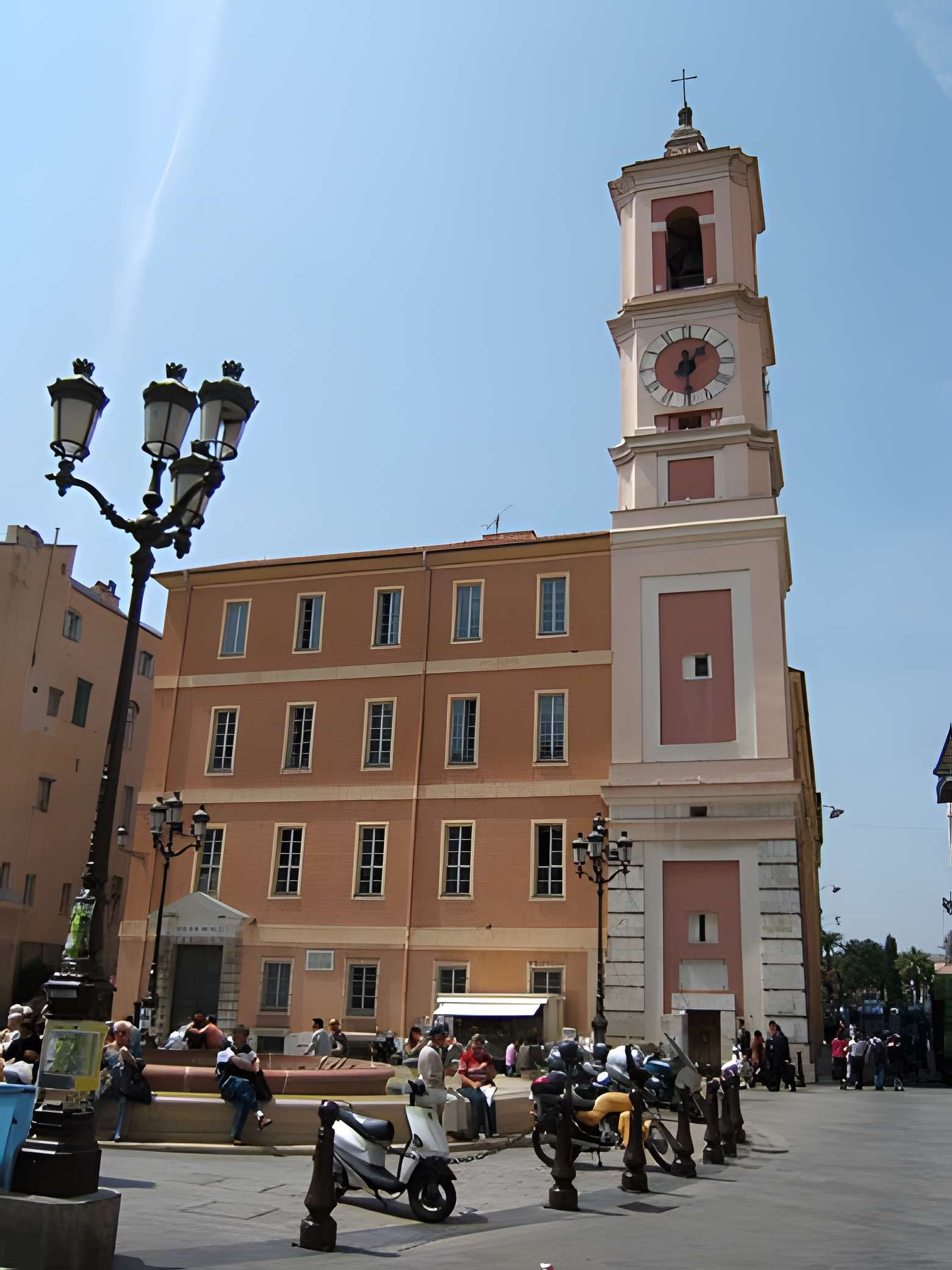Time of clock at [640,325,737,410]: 1:29
